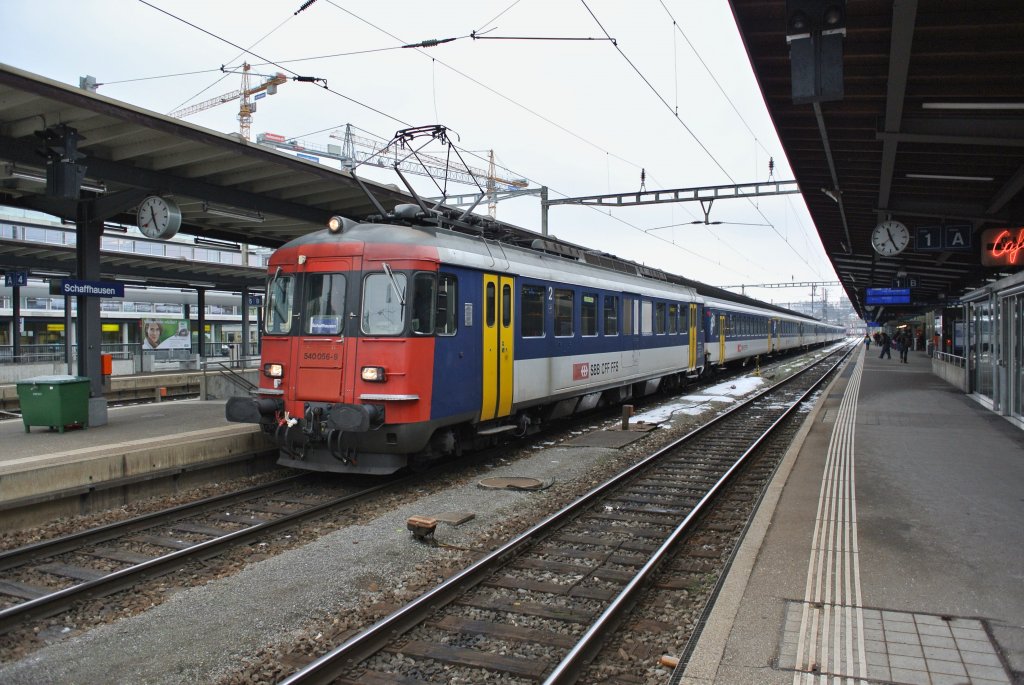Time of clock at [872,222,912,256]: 11:25
